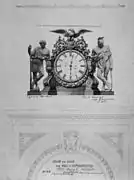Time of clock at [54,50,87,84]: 12:29
